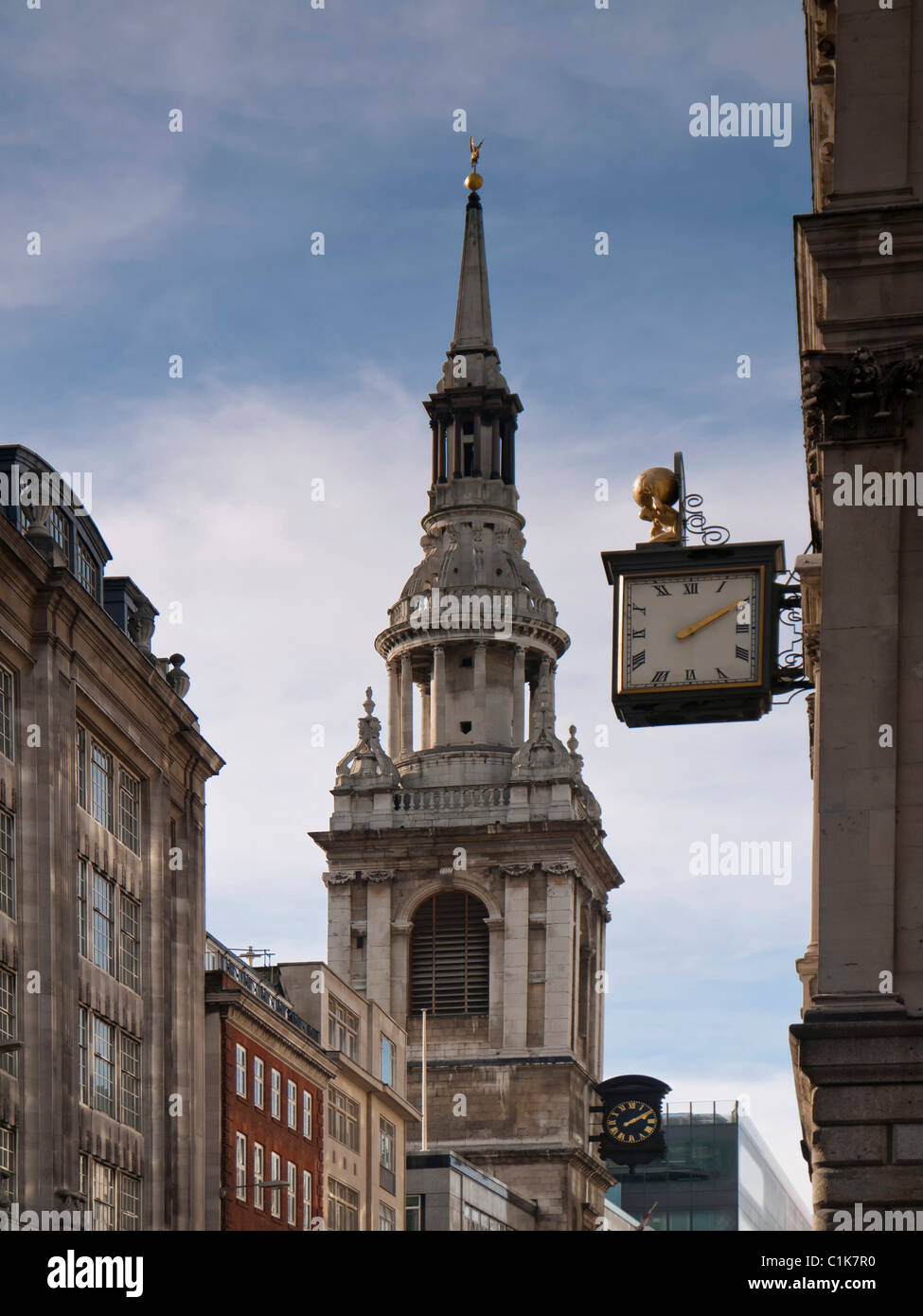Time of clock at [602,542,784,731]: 2:09
